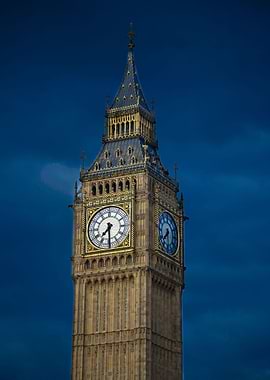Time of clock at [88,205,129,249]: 7:30
